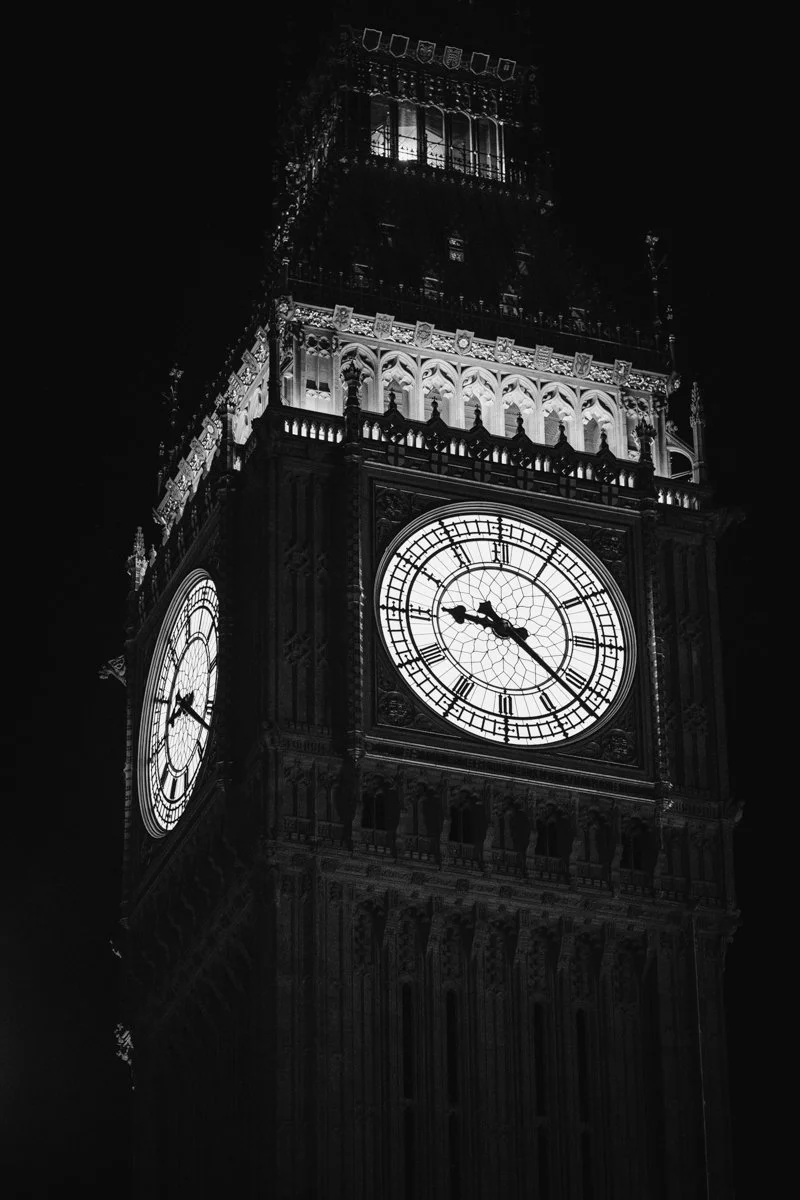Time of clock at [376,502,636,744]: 9:21
